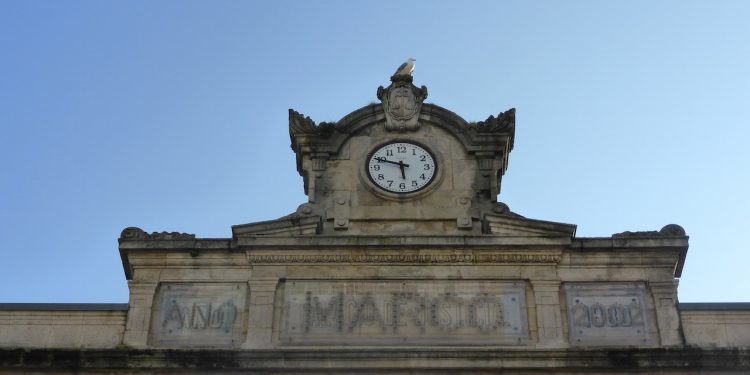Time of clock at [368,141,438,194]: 5:48
